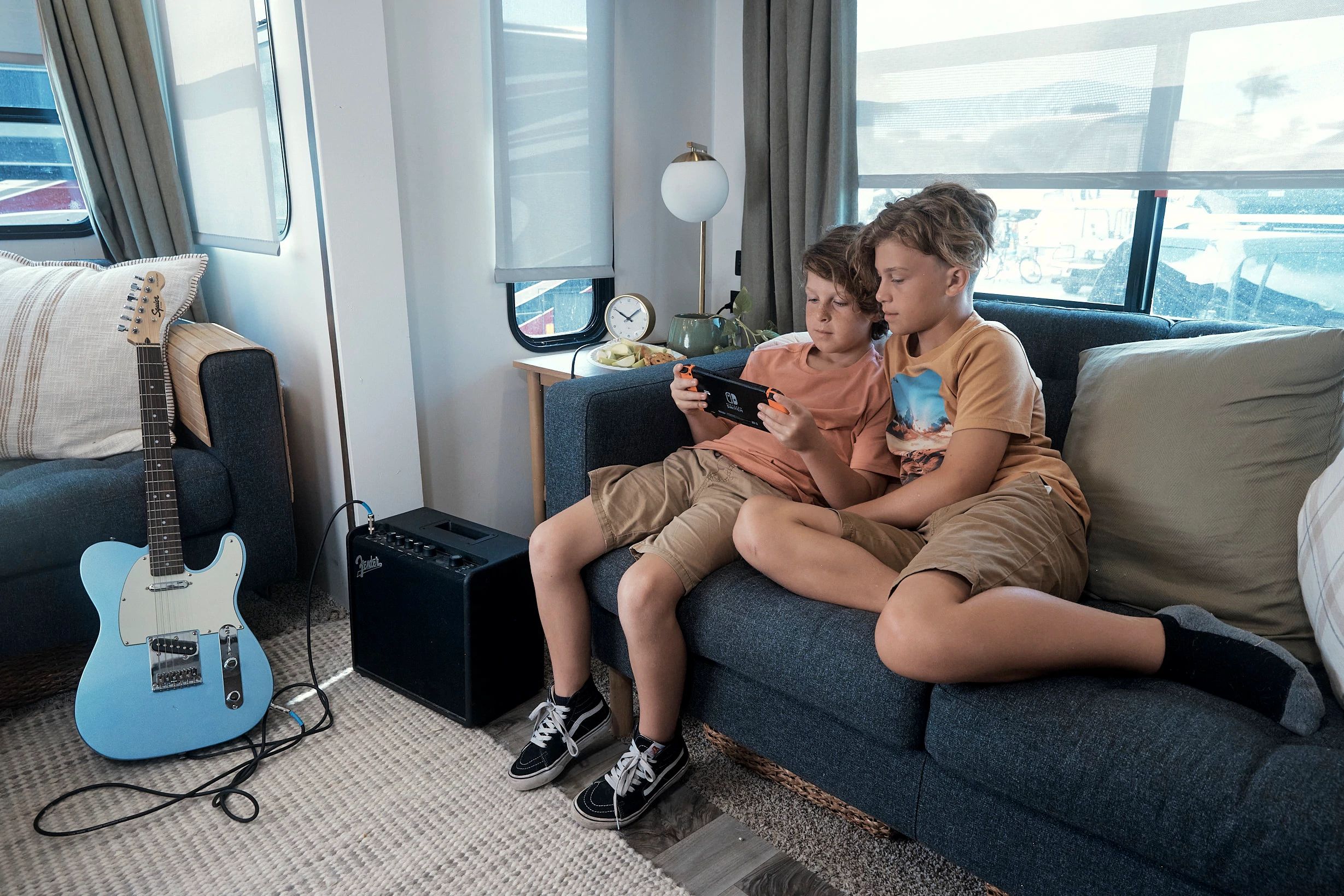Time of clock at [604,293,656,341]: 10:08
